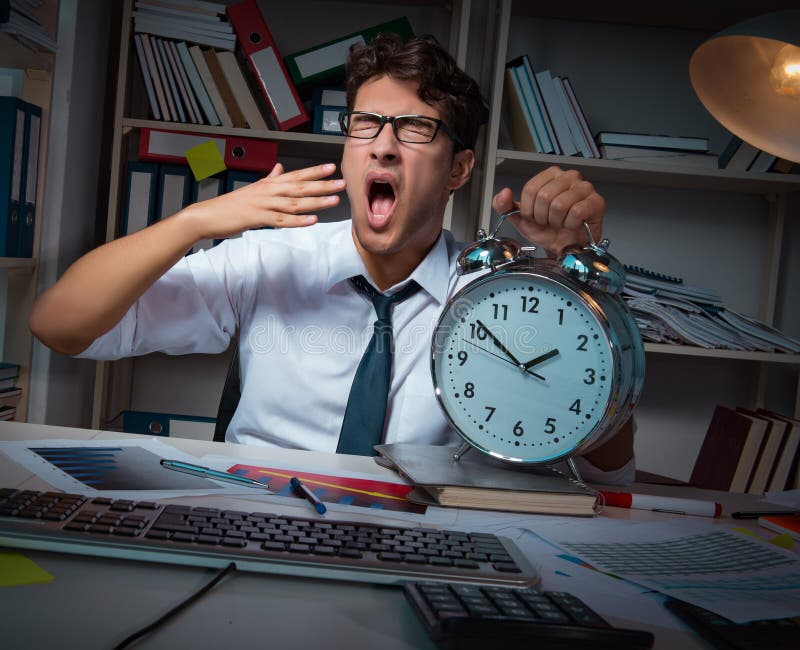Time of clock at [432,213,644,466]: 1:51
